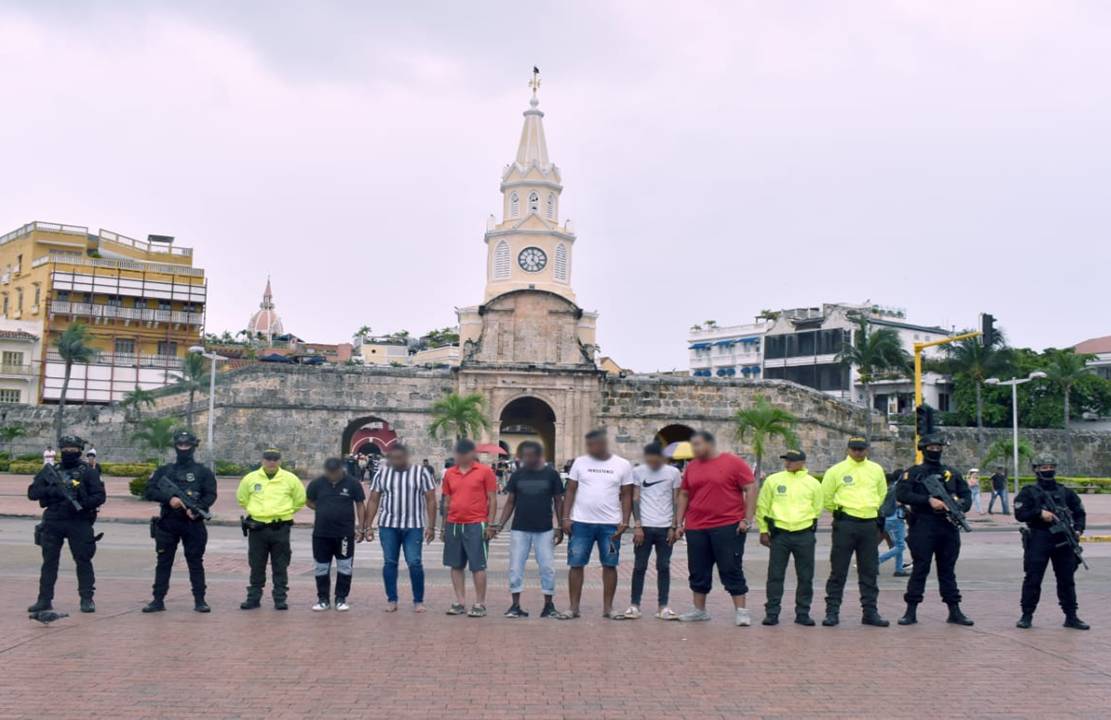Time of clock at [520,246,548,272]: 12:23
